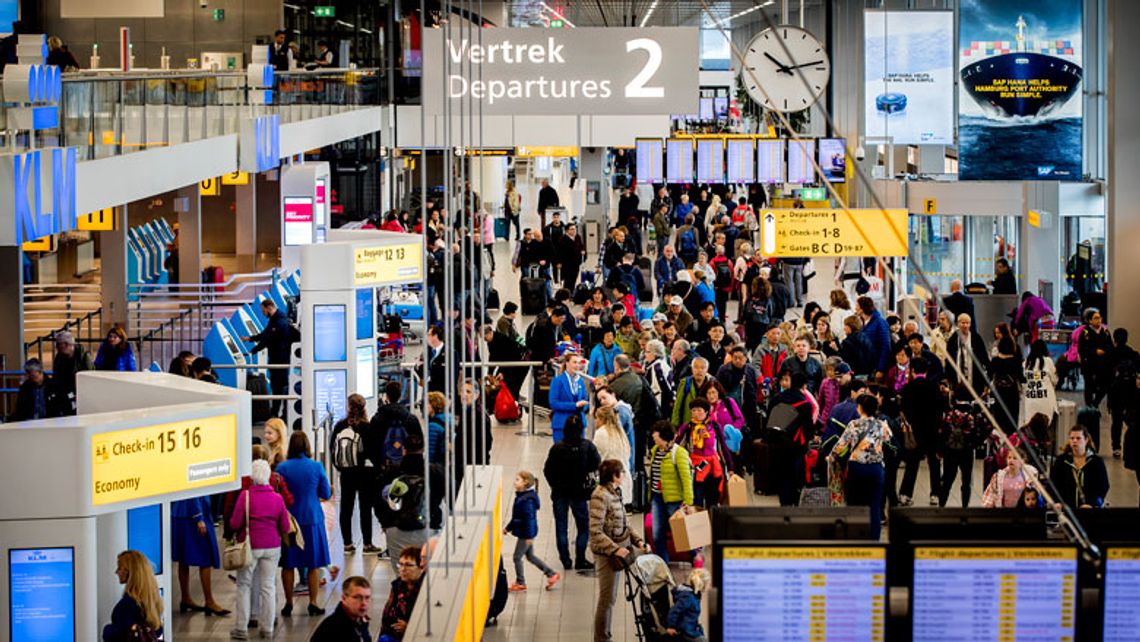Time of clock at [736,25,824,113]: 10:13
